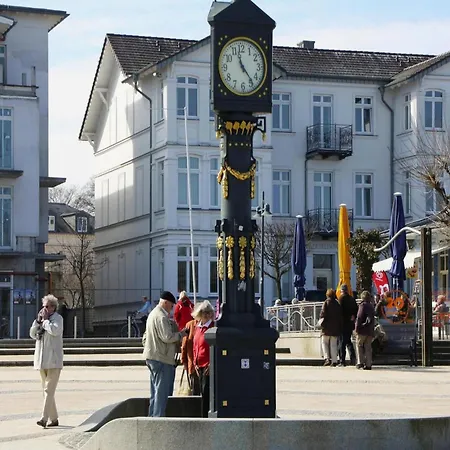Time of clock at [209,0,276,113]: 11:23
